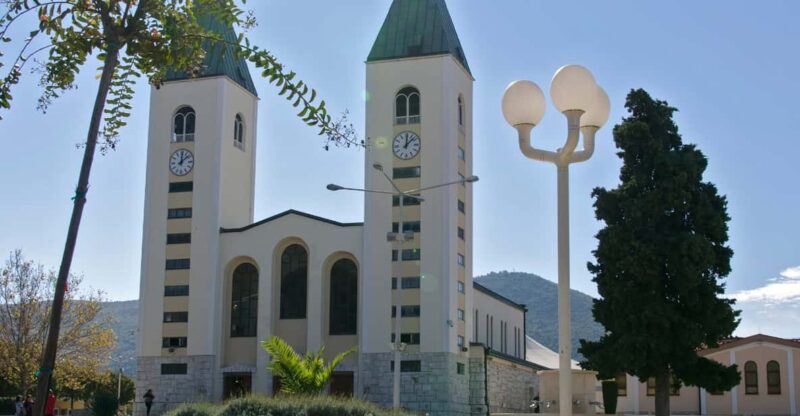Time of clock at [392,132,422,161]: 12:07
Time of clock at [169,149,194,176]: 12:08
